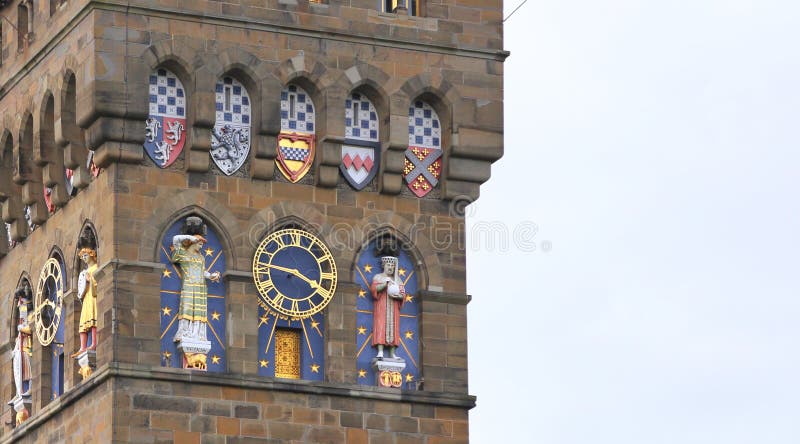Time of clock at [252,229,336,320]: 3:46
